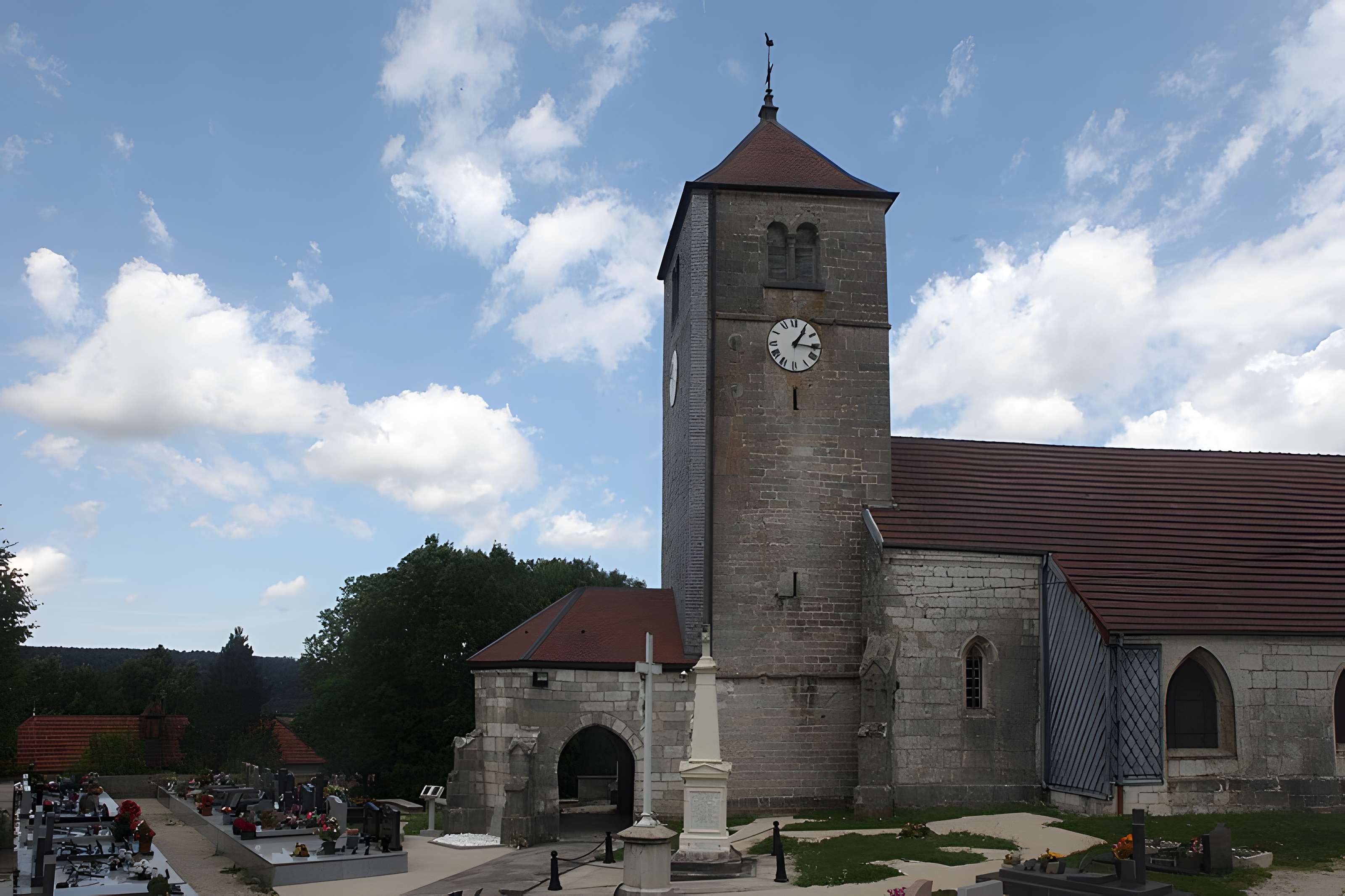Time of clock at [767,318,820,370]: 1:16
